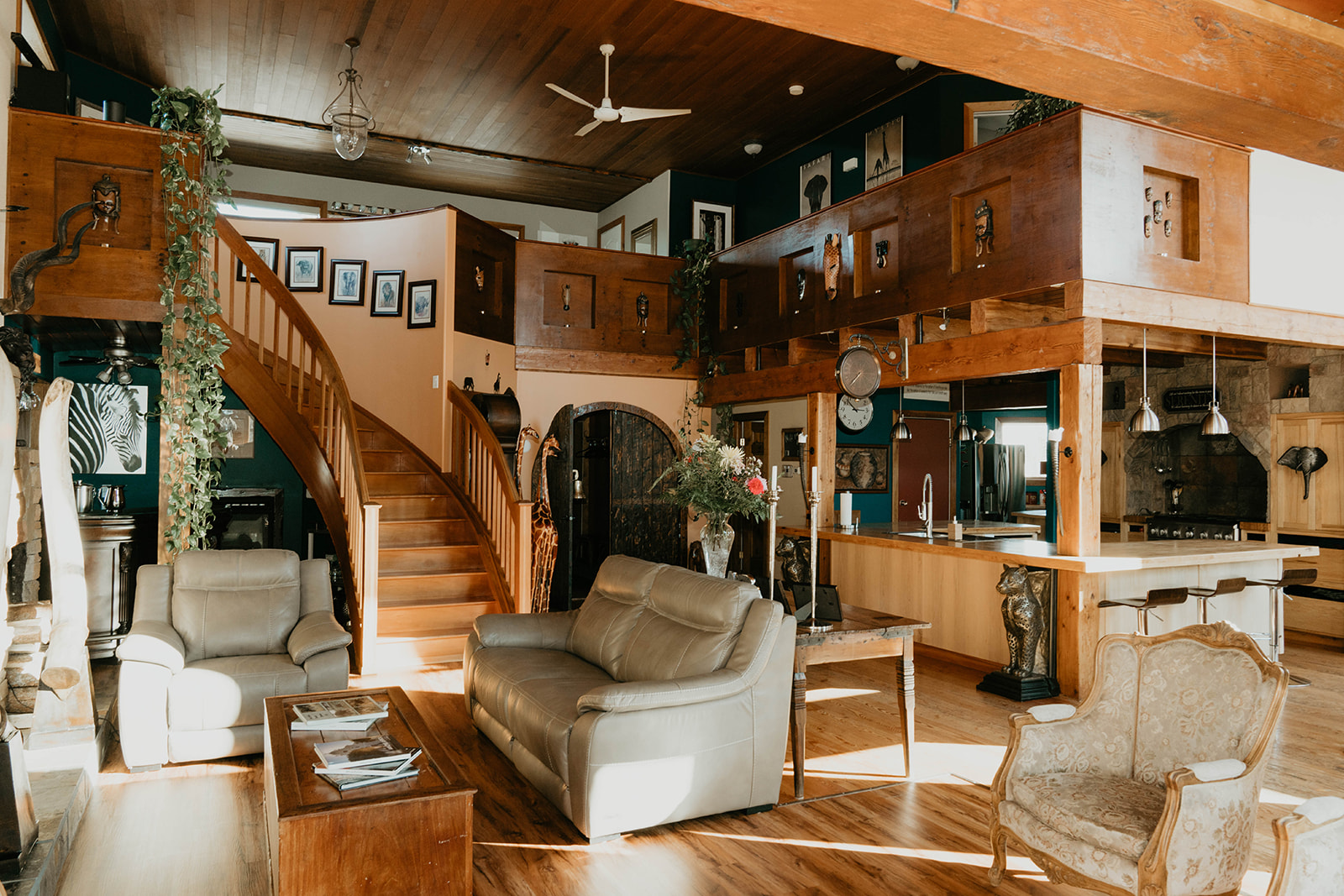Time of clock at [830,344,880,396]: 7:37
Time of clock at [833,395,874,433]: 2:52
